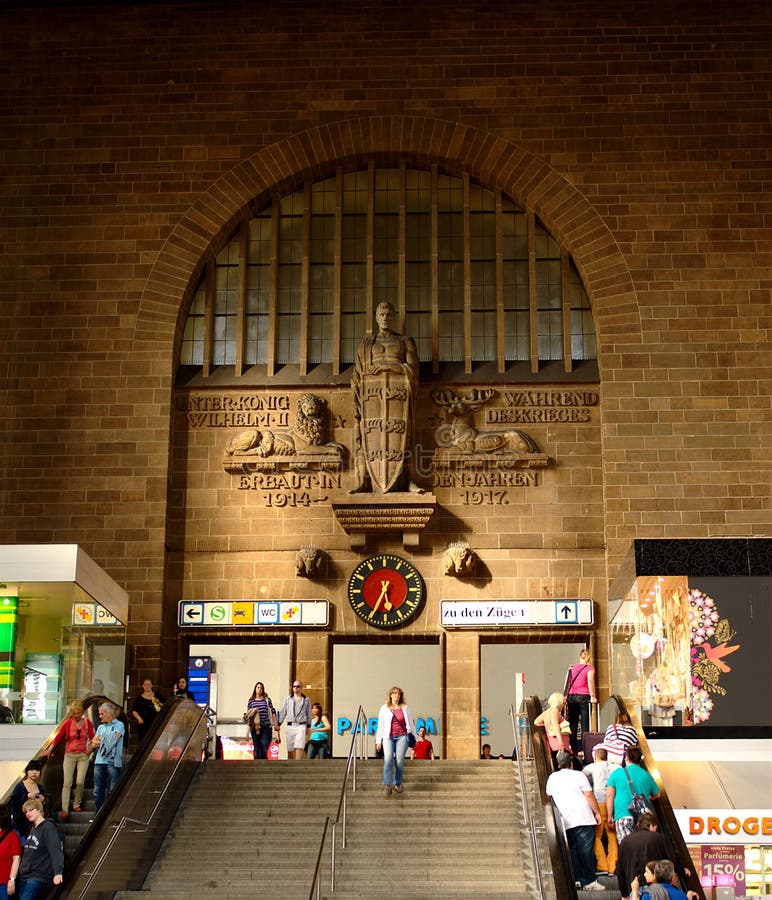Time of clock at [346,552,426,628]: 5:34
